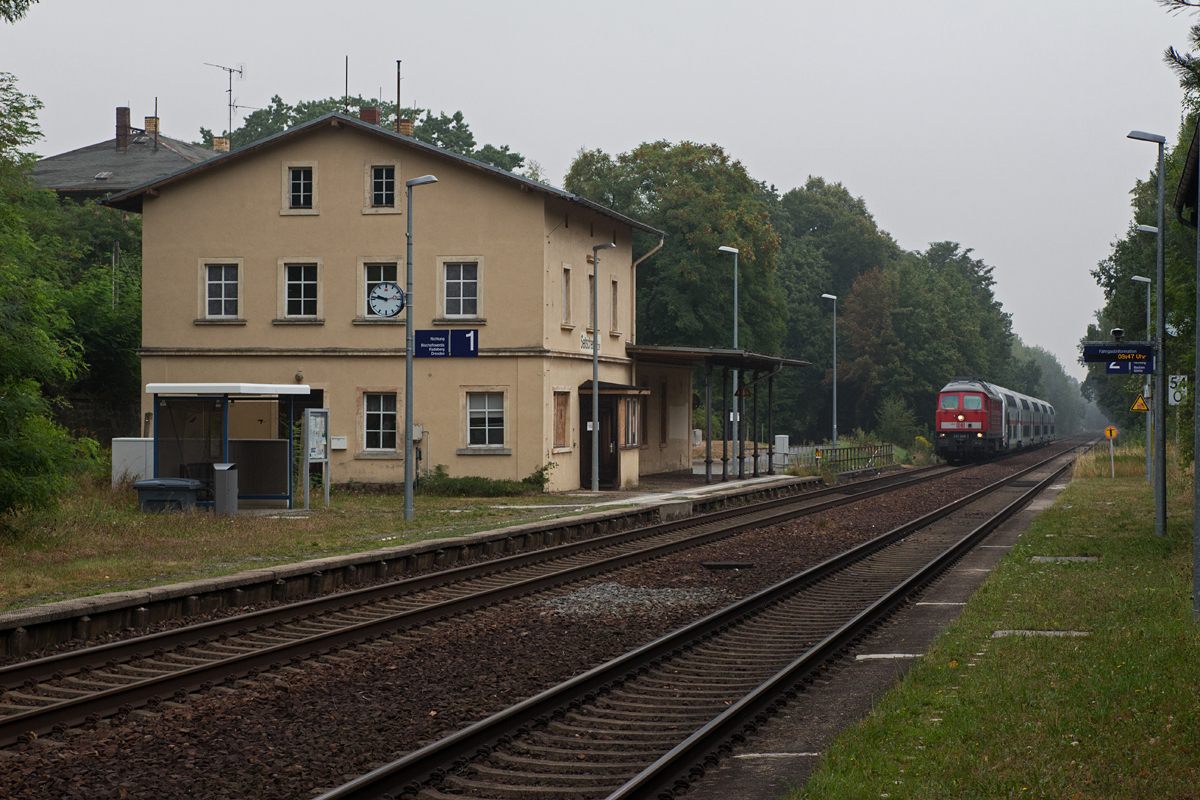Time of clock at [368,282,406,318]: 9:46
